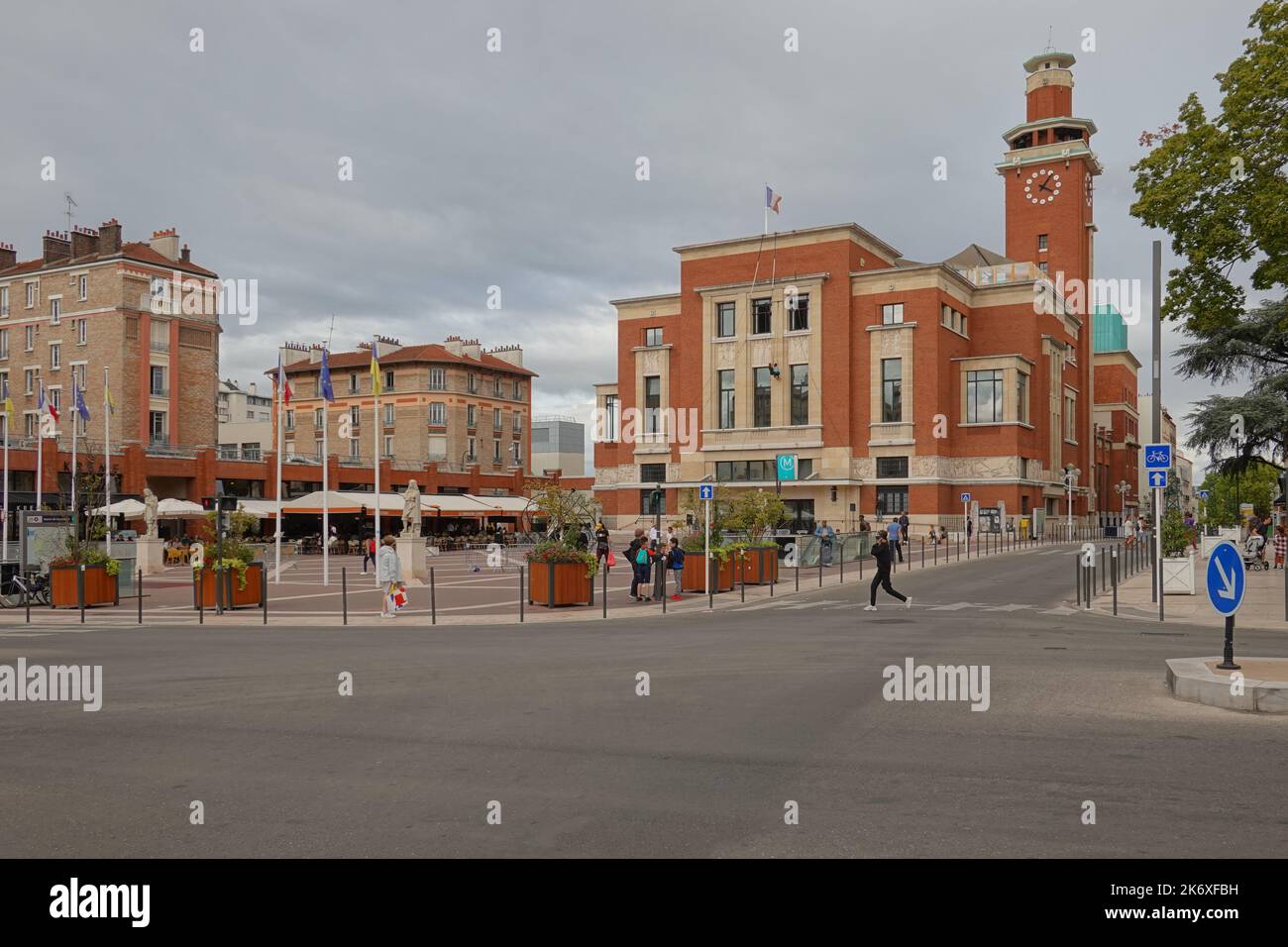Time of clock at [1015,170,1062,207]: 4:06
